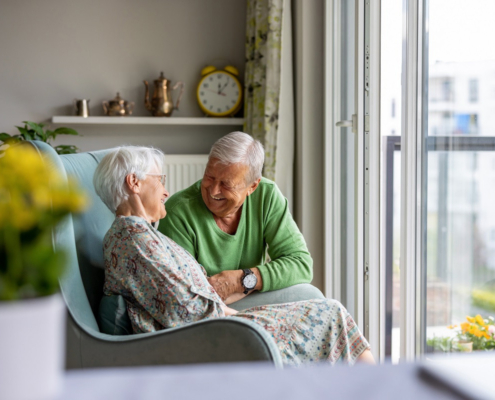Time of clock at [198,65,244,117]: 12:06
